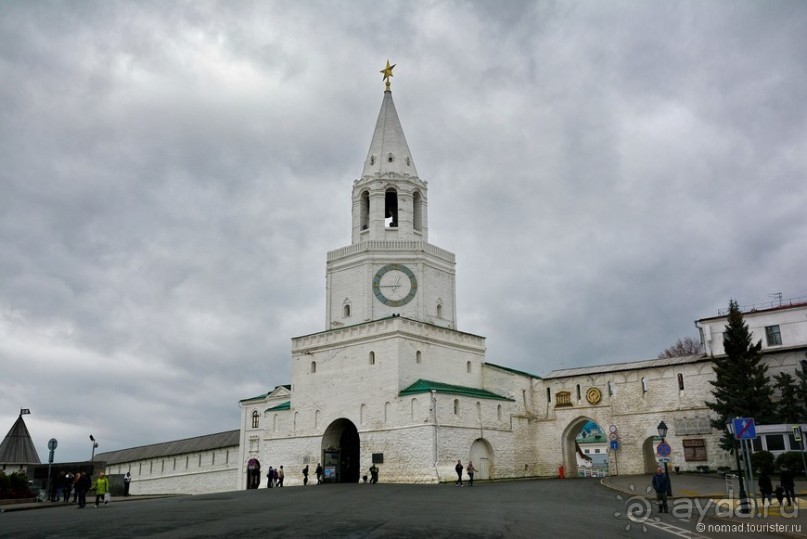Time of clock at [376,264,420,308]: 12:44
